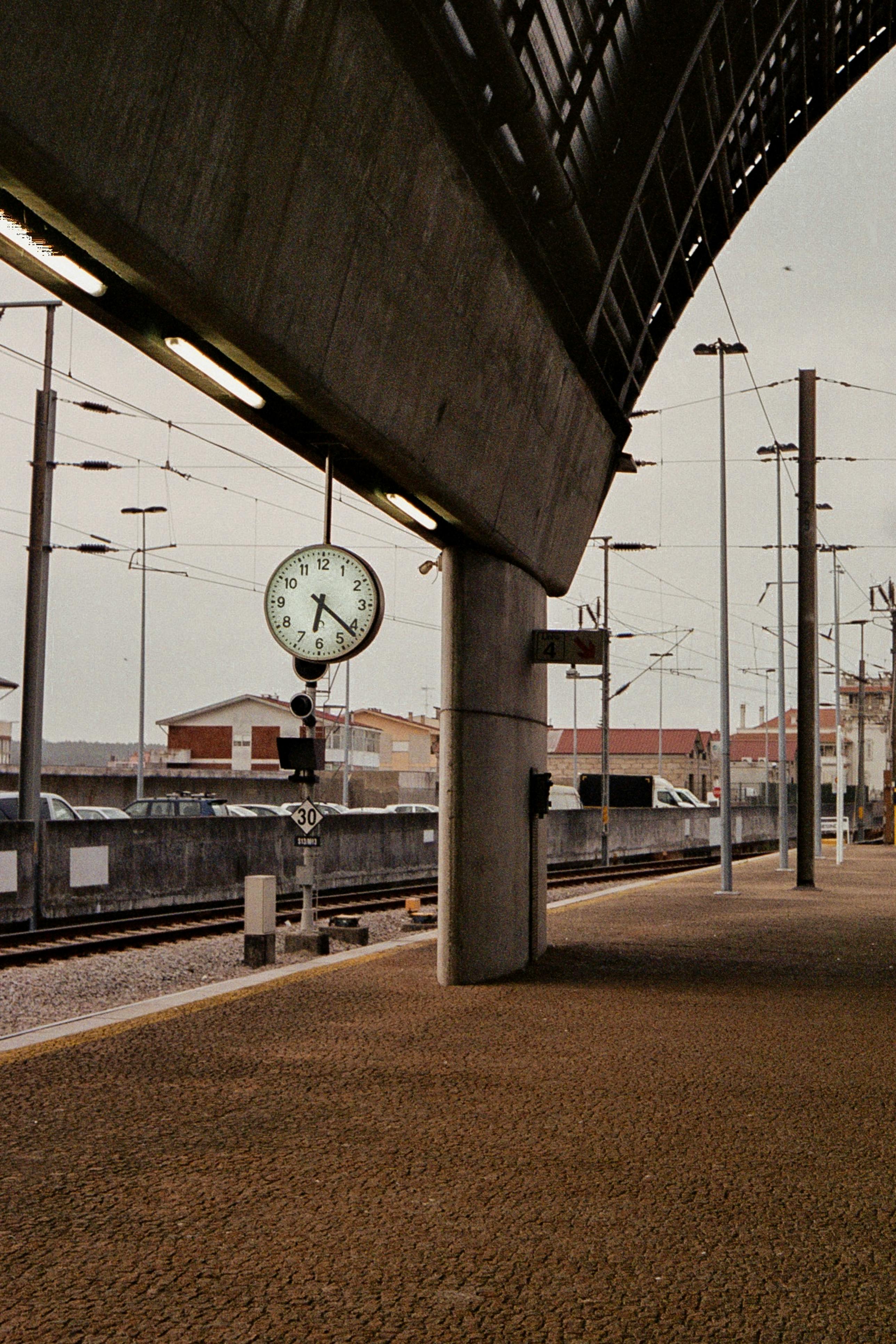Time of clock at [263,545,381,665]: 6:21
